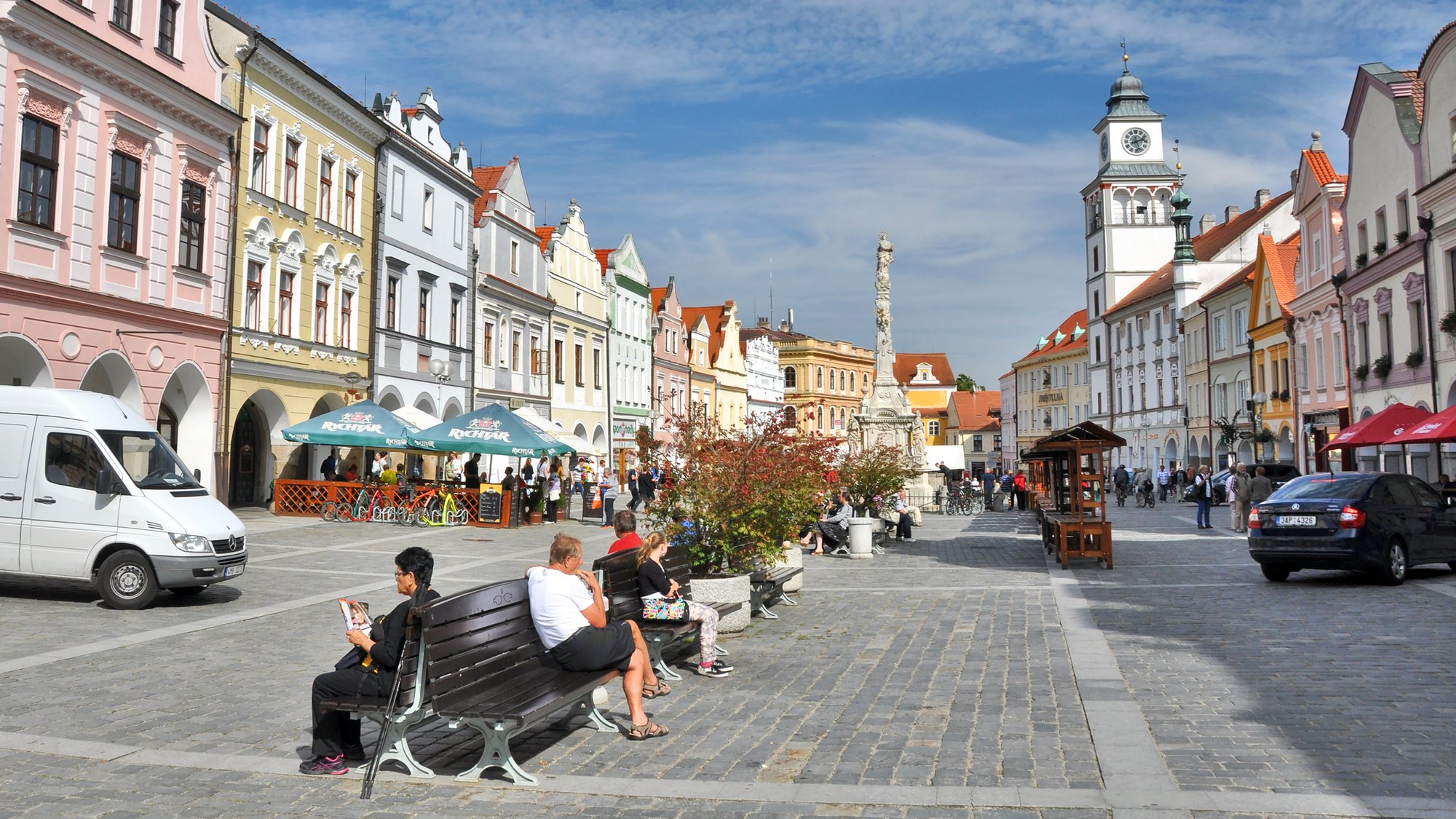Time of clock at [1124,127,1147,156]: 2:26
